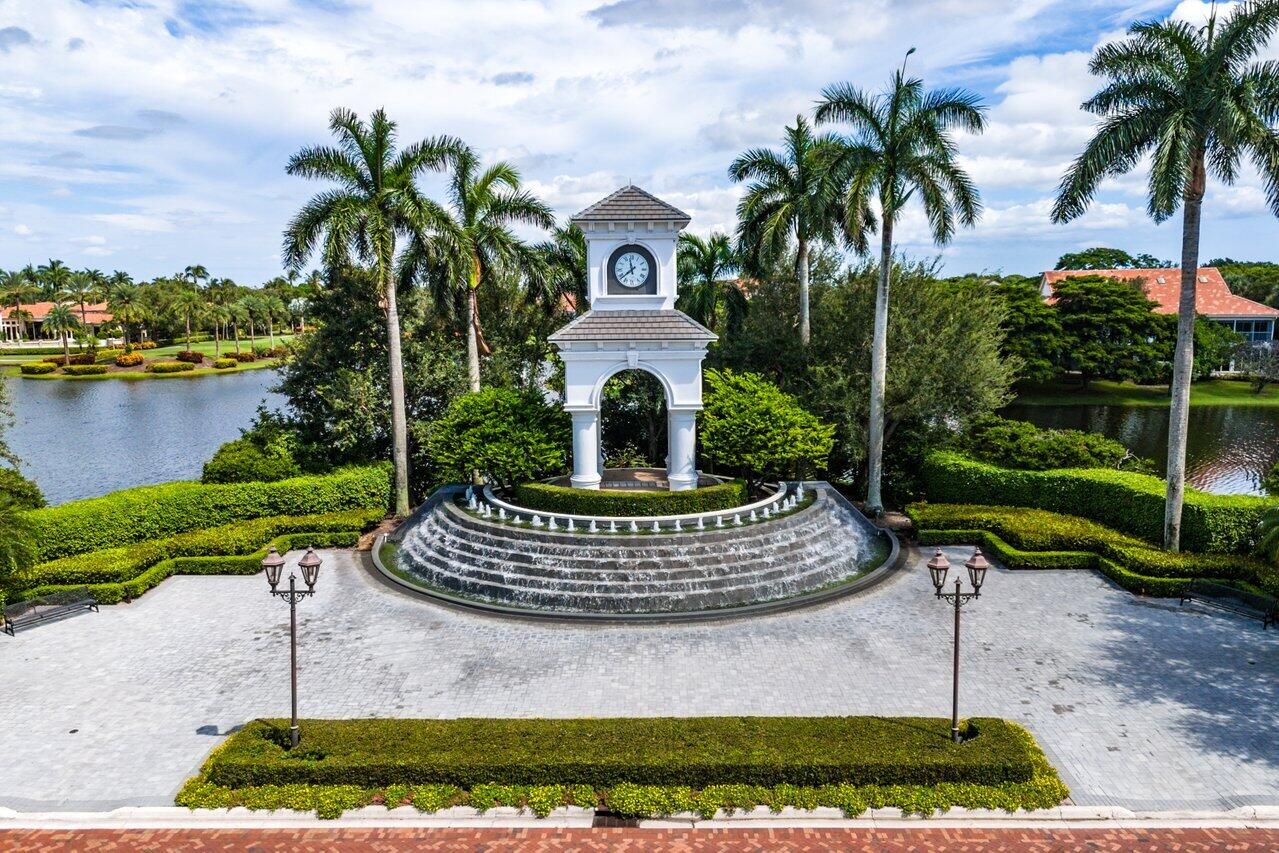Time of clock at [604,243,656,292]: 11:38
